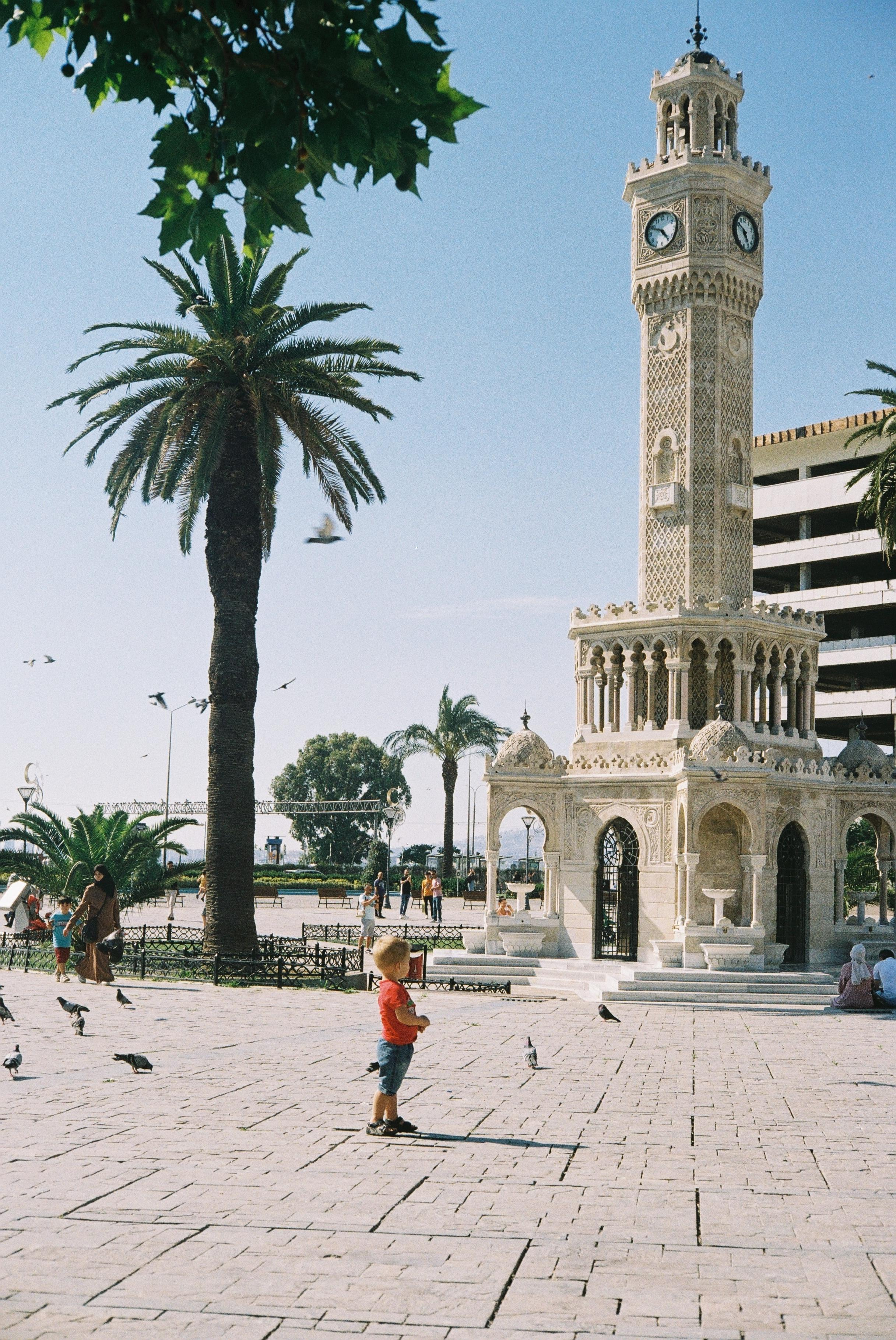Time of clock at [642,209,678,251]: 4:49
